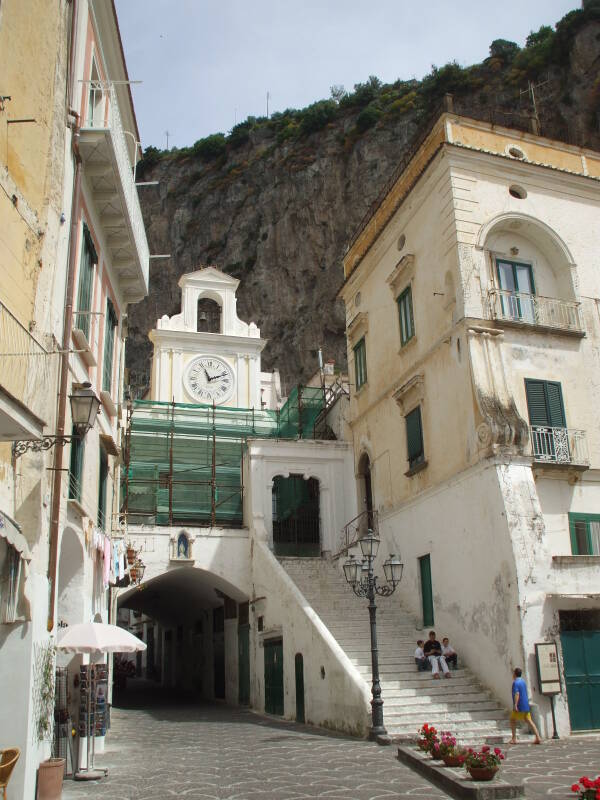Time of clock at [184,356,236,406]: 11:11
